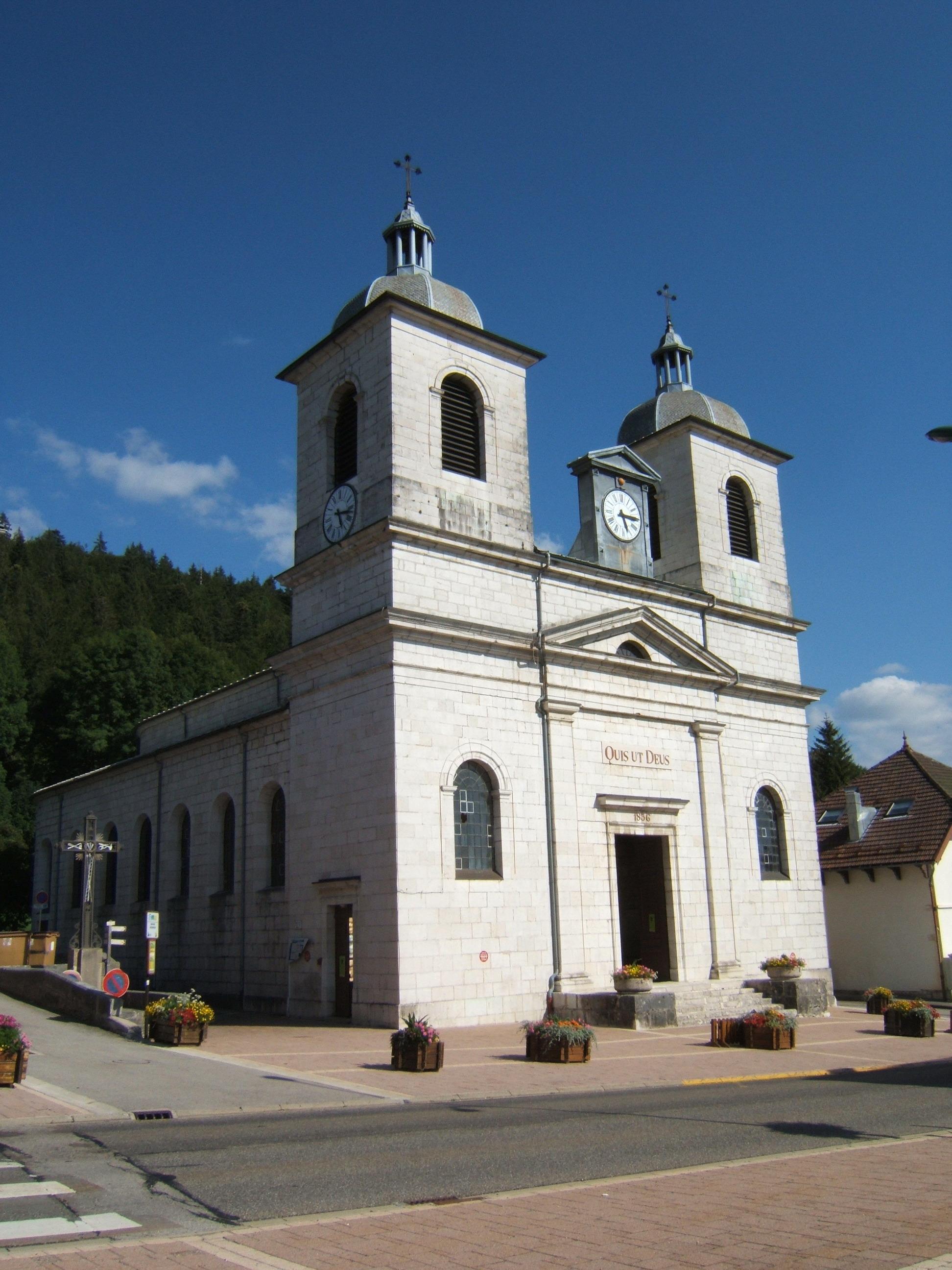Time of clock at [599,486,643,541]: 5:14
